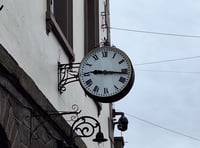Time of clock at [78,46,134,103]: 9:16
